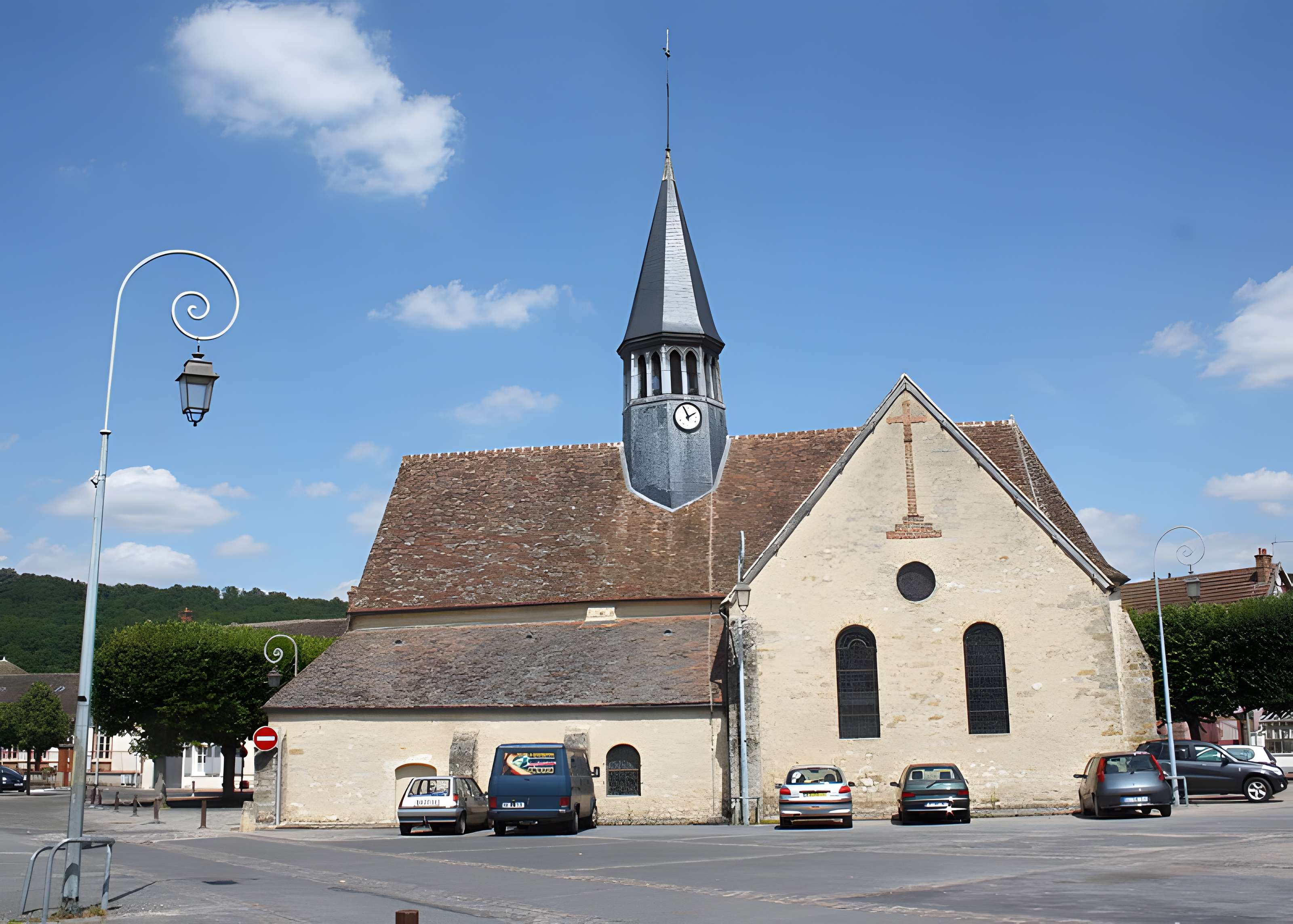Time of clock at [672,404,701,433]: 1:56
